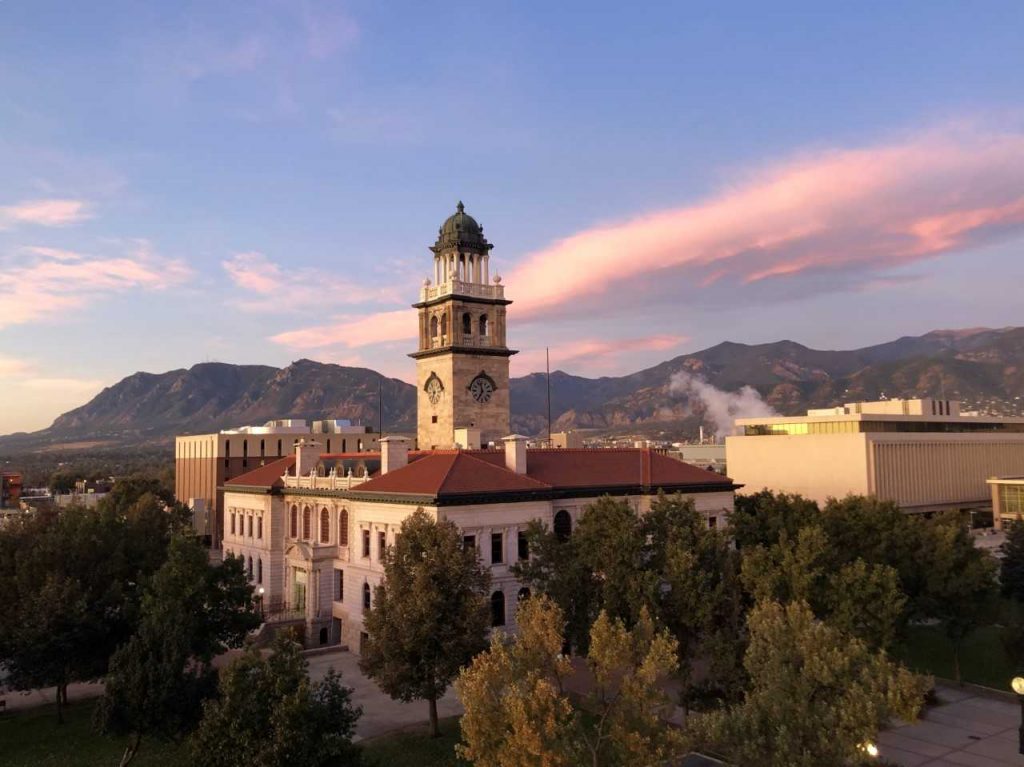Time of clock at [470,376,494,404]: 11:35
